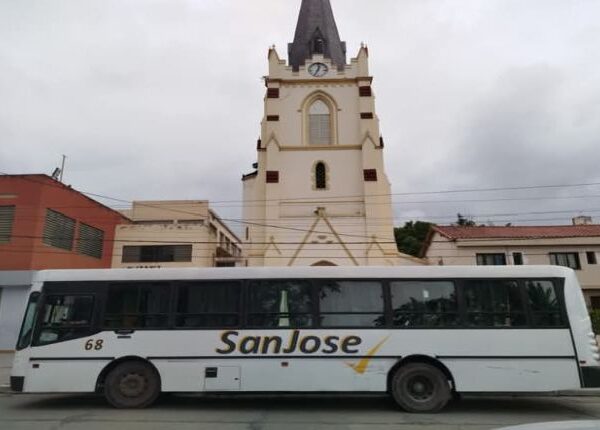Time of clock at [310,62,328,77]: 12:34
